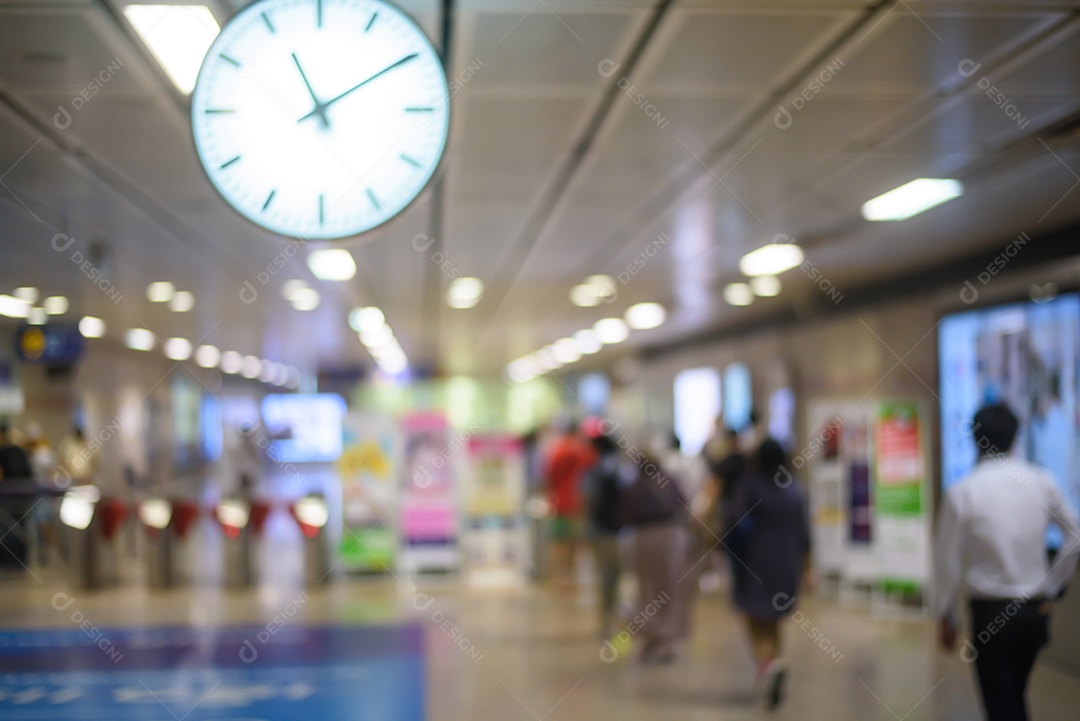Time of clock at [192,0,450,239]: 11:09
